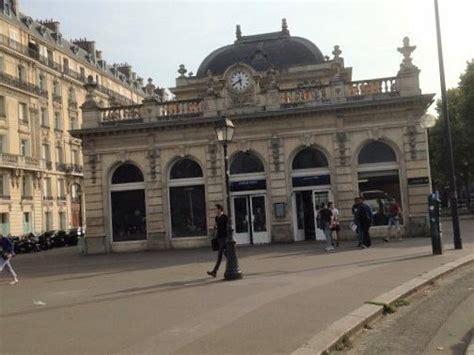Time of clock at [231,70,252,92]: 5:40
